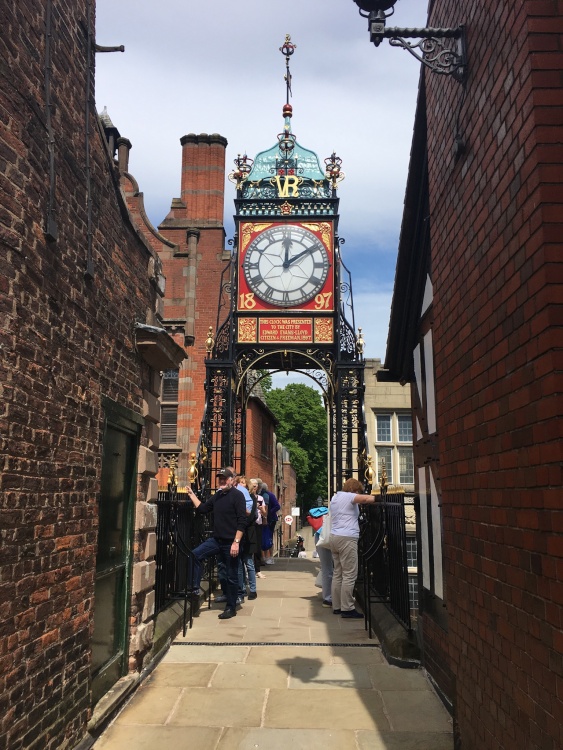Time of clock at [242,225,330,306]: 12:09
